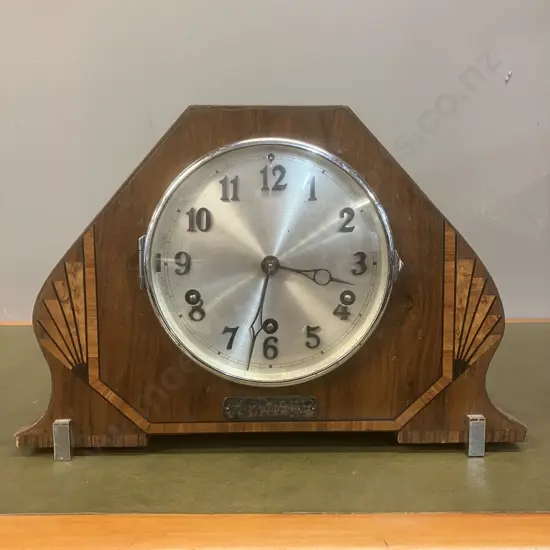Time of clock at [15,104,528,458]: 3:32
